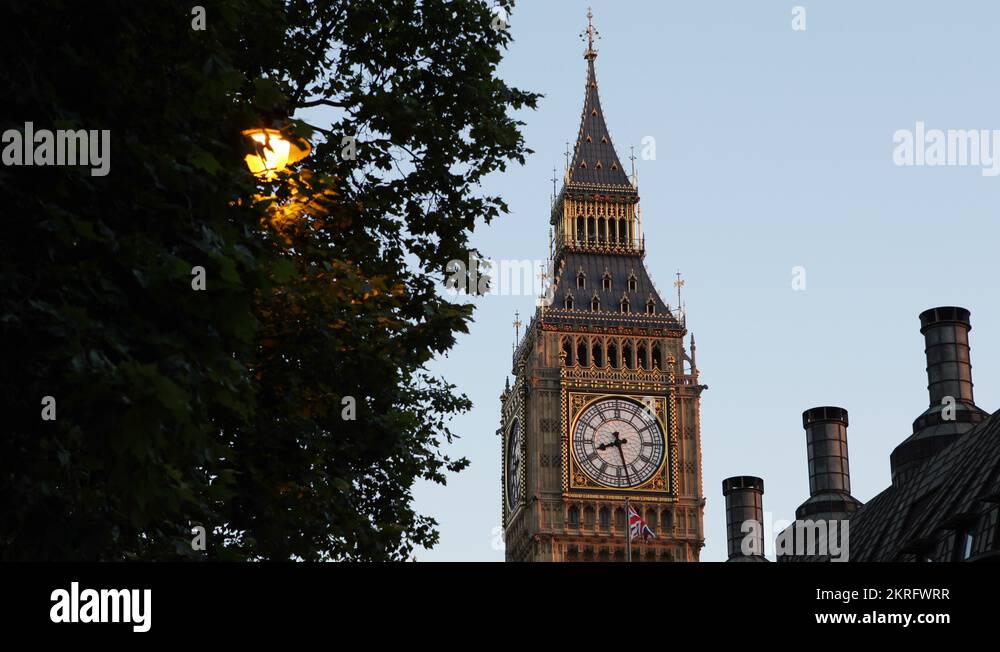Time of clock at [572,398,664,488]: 8:27
